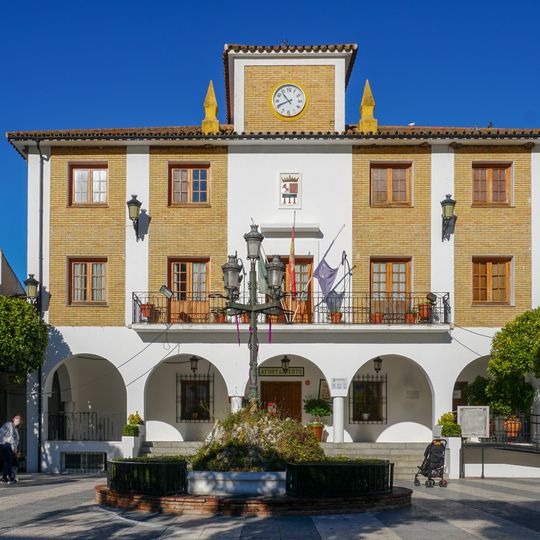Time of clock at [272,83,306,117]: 10:41
